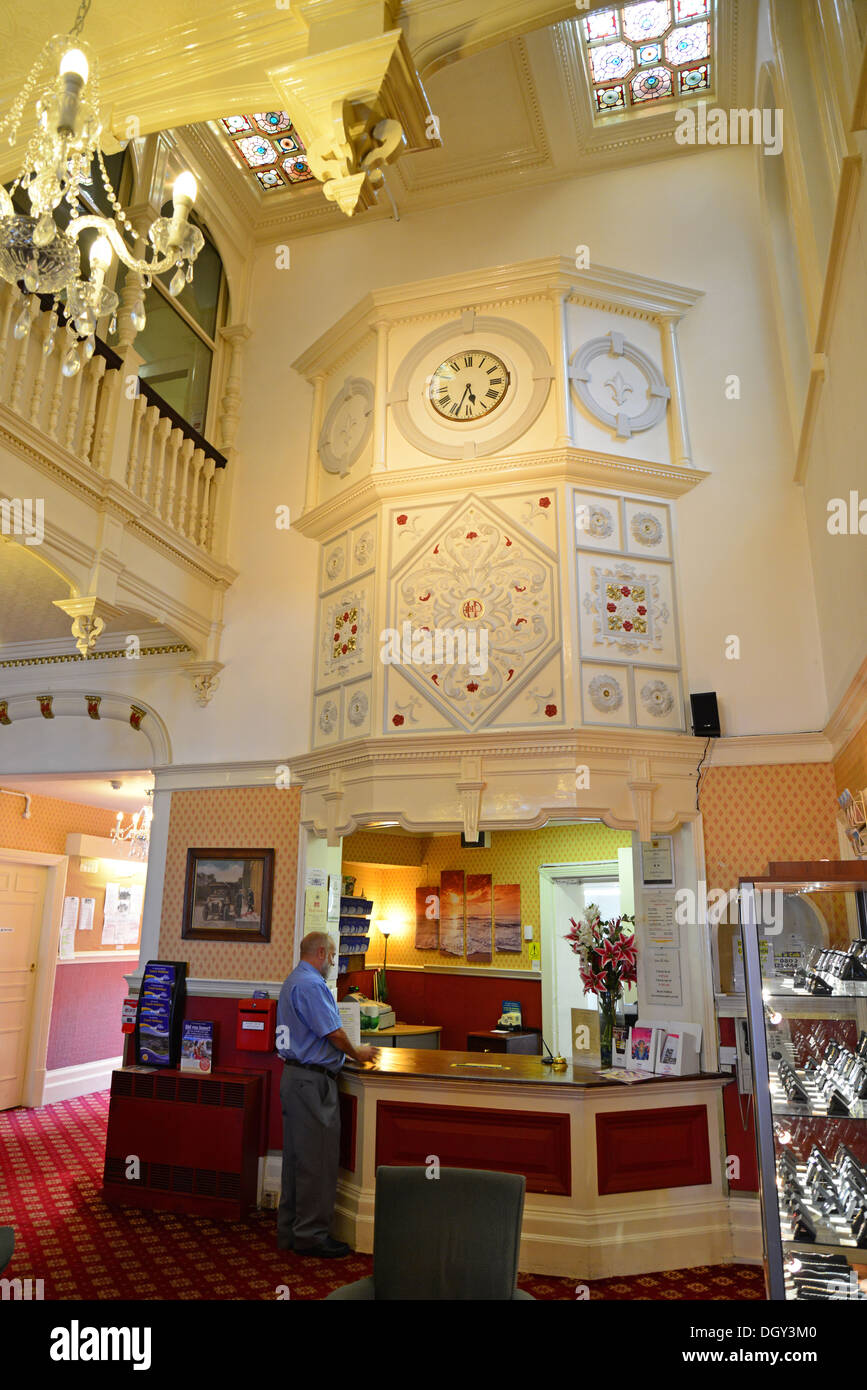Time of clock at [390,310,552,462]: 5:33
